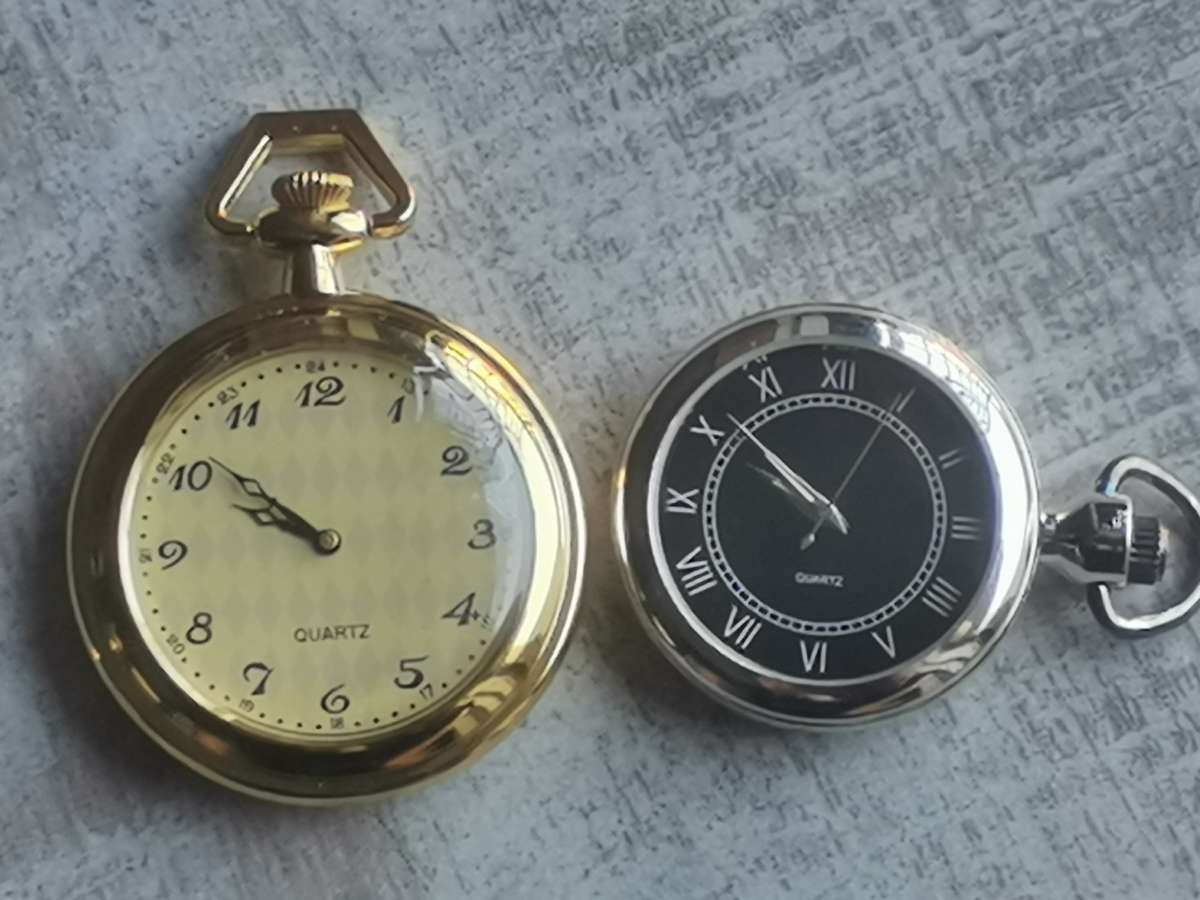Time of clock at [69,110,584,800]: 9:51
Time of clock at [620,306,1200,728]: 9:51
